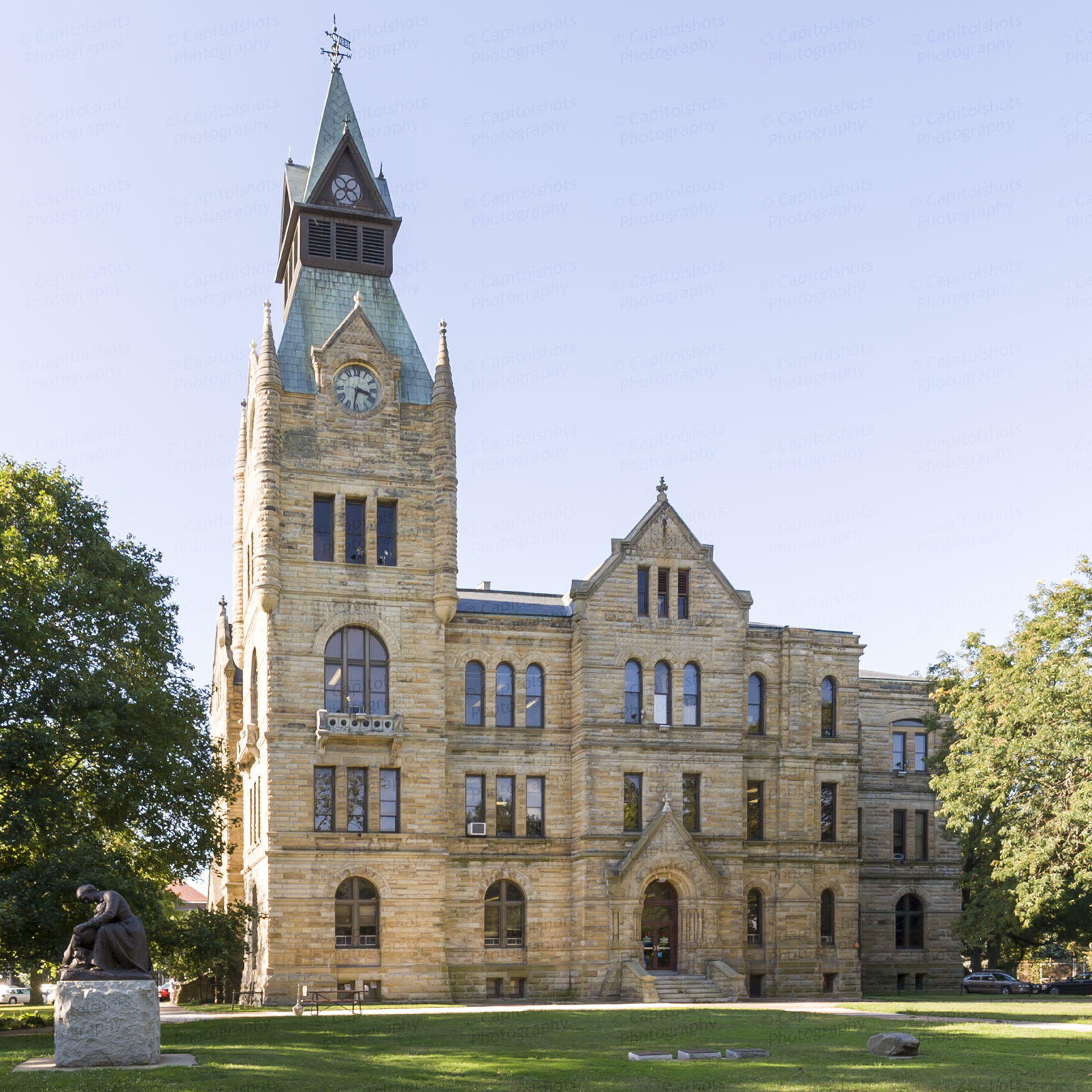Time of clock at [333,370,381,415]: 3:32
